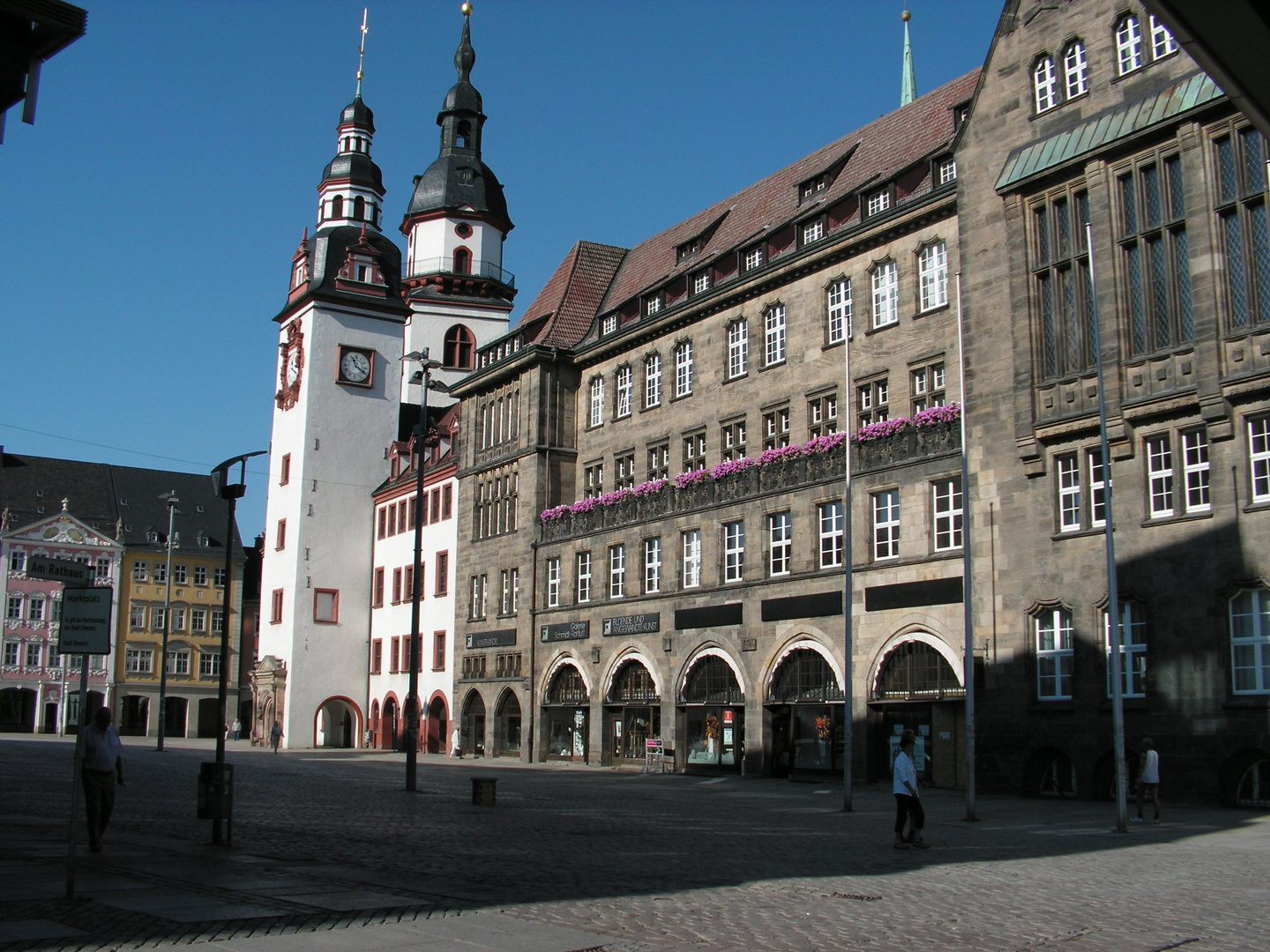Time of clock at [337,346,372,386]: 11:18
